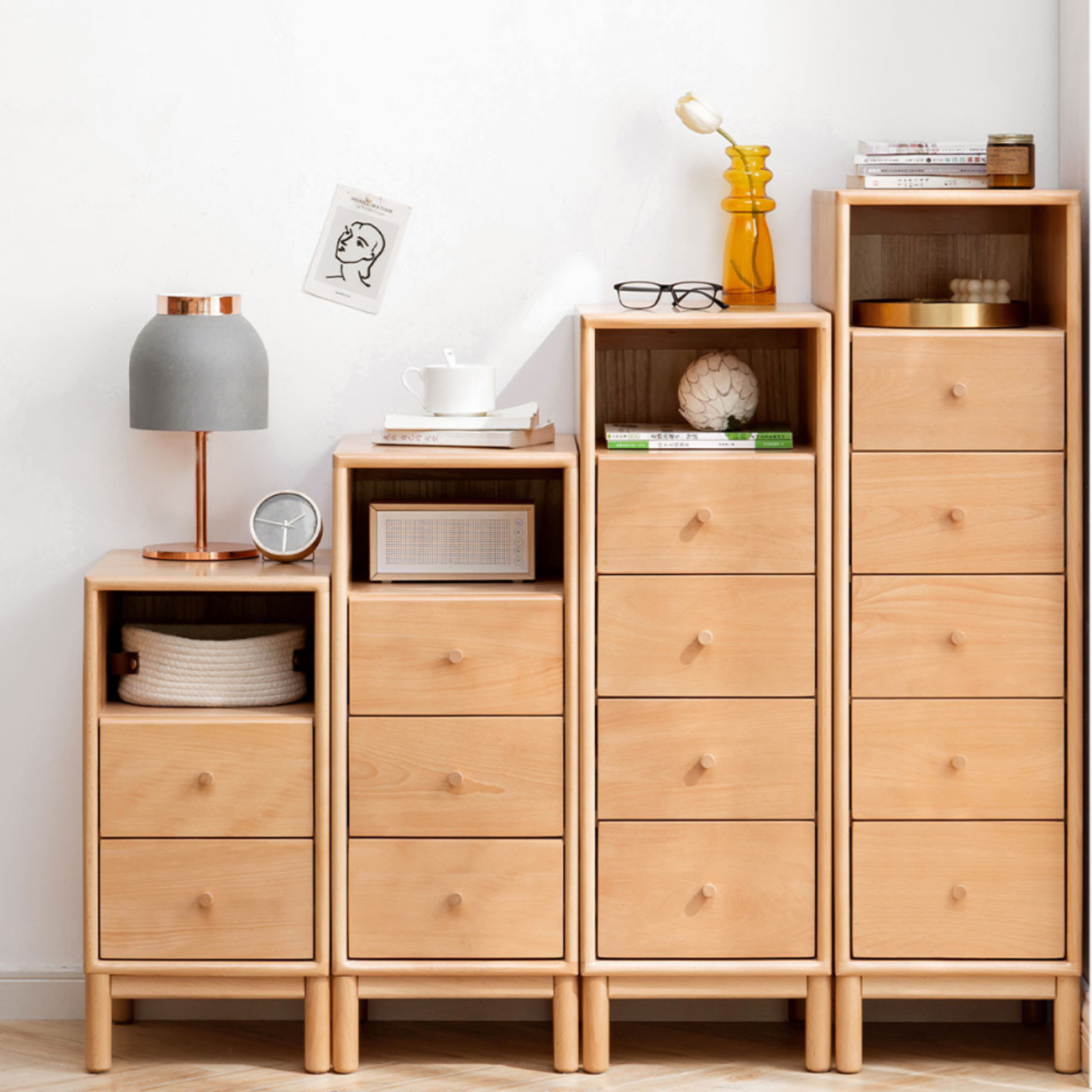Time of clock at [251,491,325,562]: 1:47
